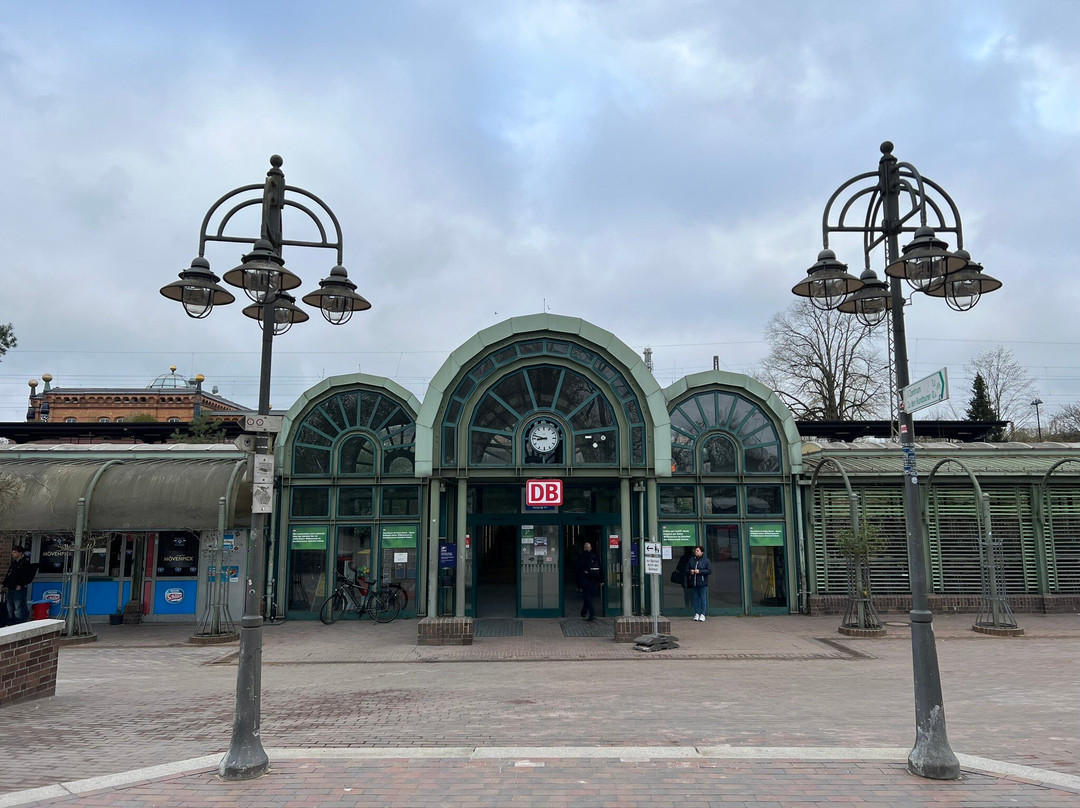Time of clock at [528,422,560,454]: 8:47
